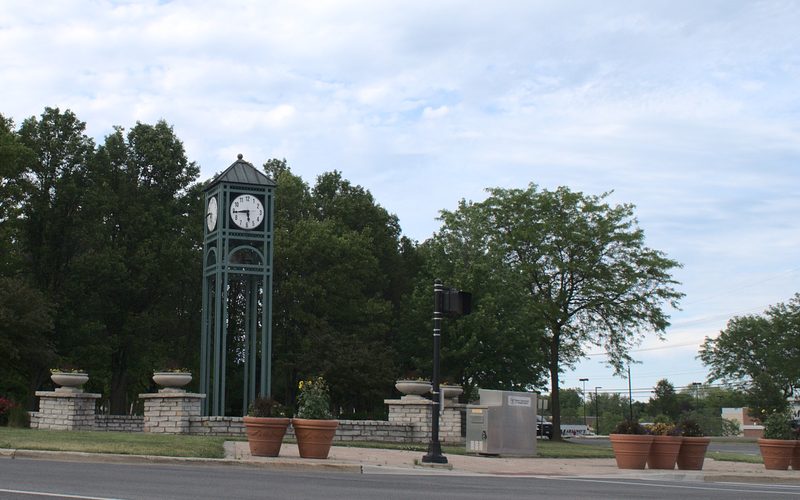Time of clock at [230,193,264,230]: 5:44
